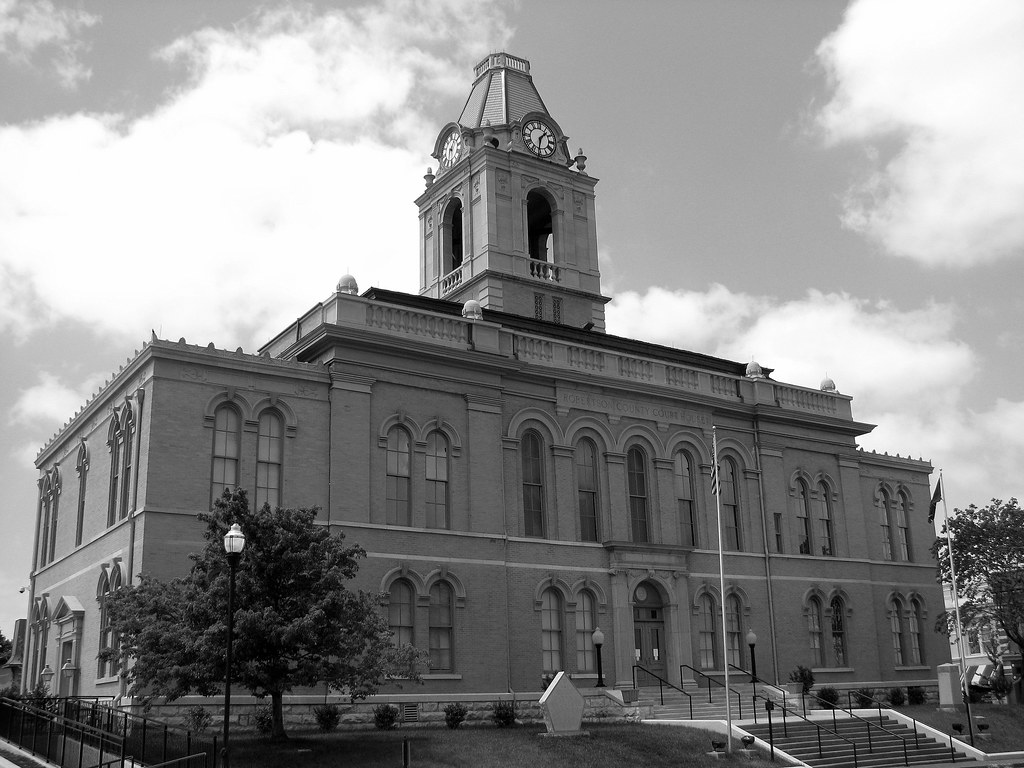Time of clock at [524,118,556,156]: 1:31
